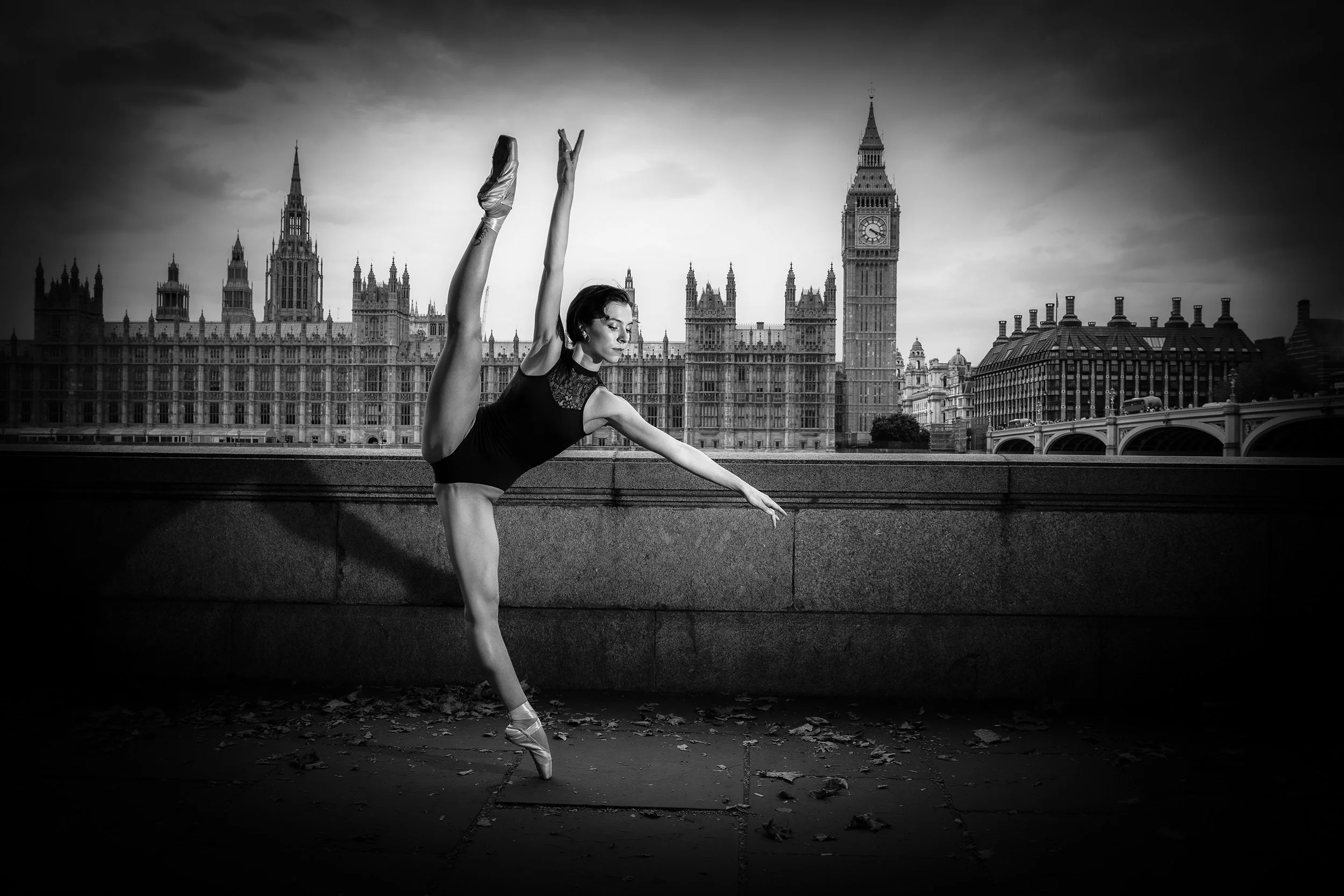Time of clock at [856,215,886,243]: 4:18
